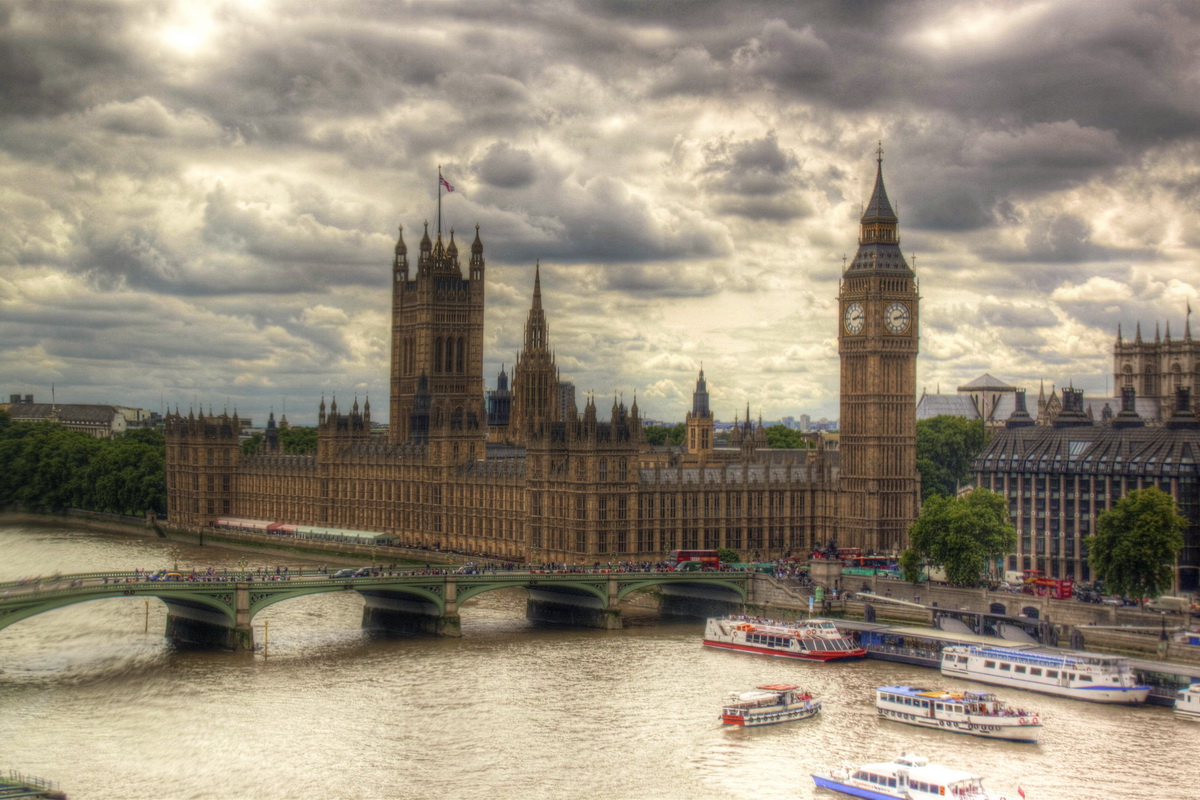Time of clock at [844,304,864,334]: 2:13
